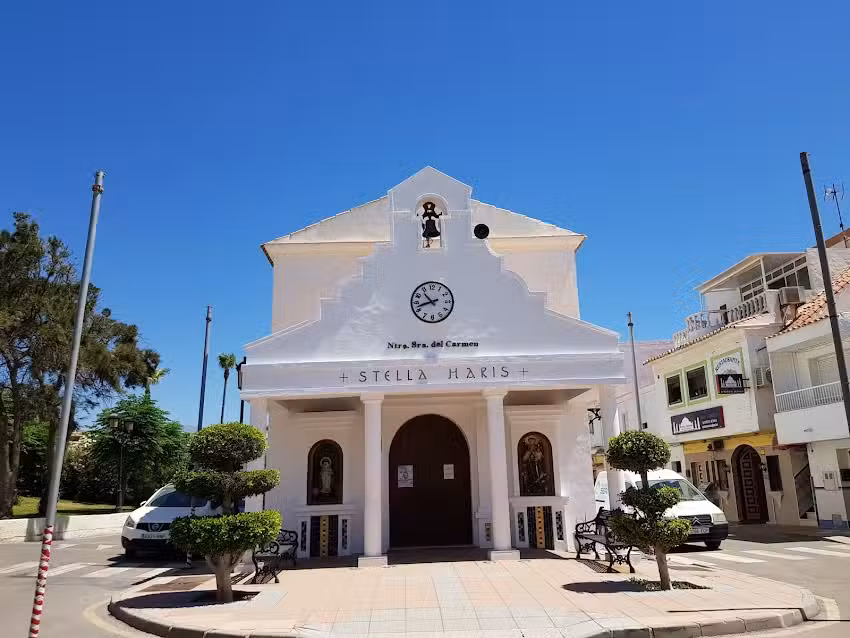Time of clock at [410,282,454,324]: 10:42
